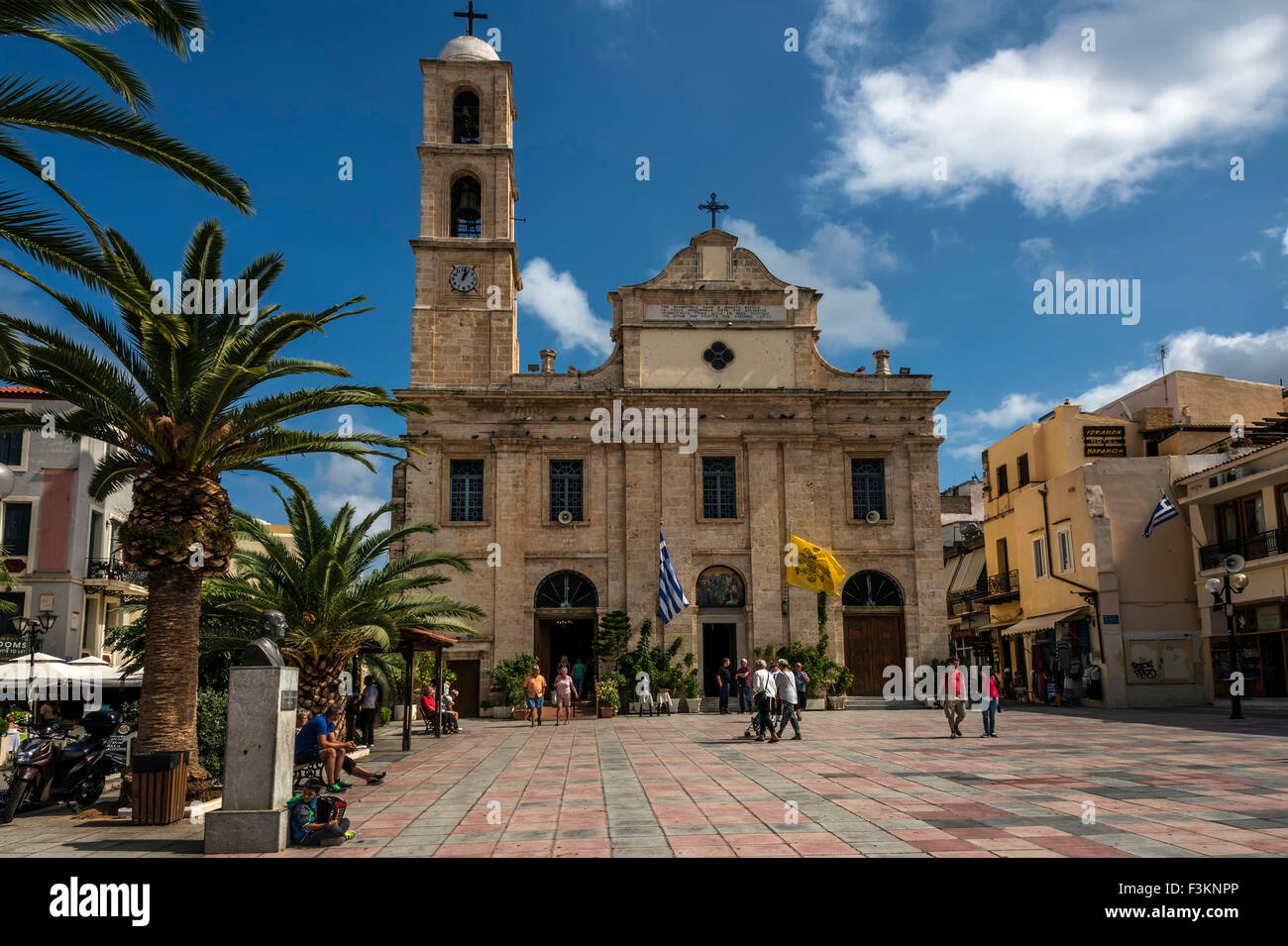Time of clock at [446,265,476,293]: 1:02
